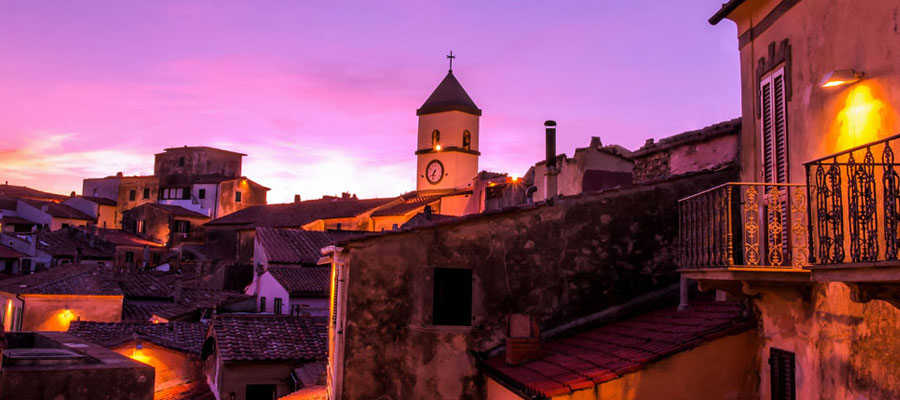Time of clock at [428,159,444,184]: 7:33
